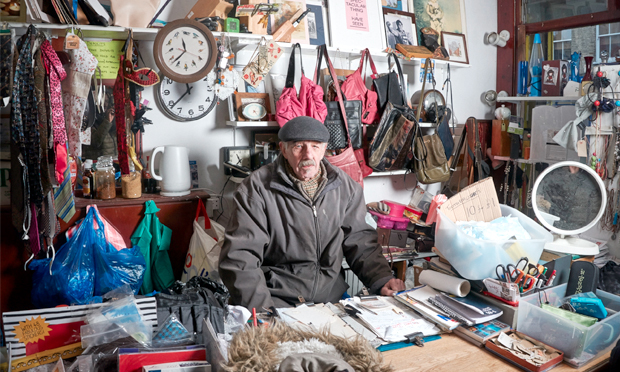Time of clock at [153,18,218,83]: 11:37
